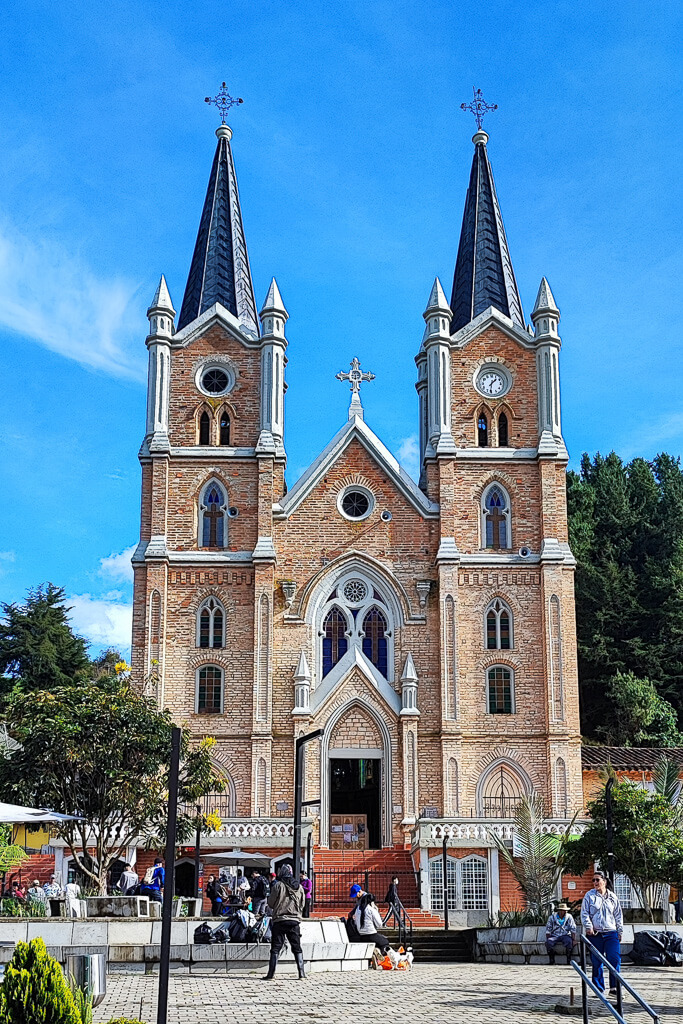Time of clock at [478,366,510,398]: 1:31
